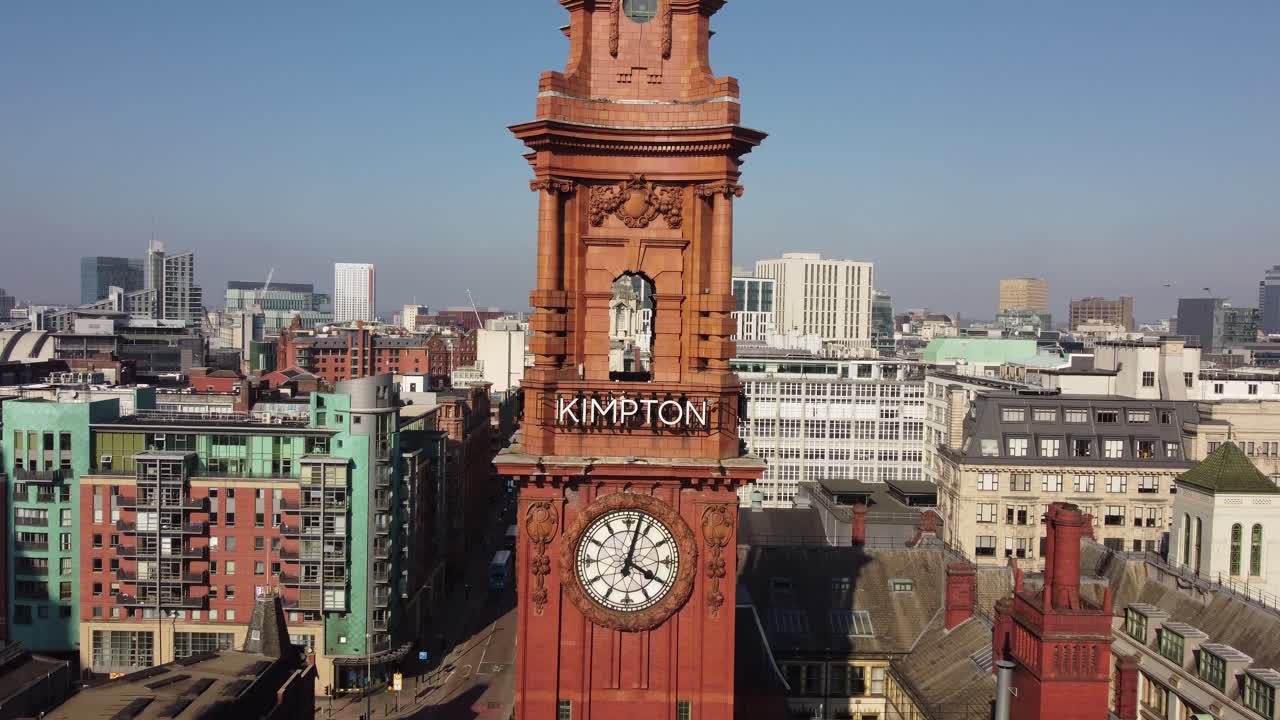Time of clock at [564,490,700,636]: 4:02
